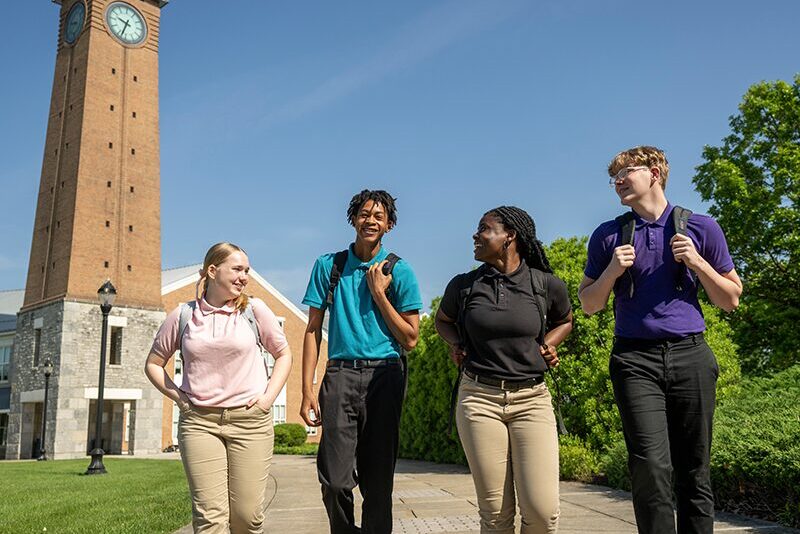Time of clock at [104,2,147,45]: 9:33
